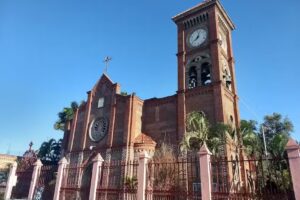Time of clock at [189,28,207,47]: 8:03
